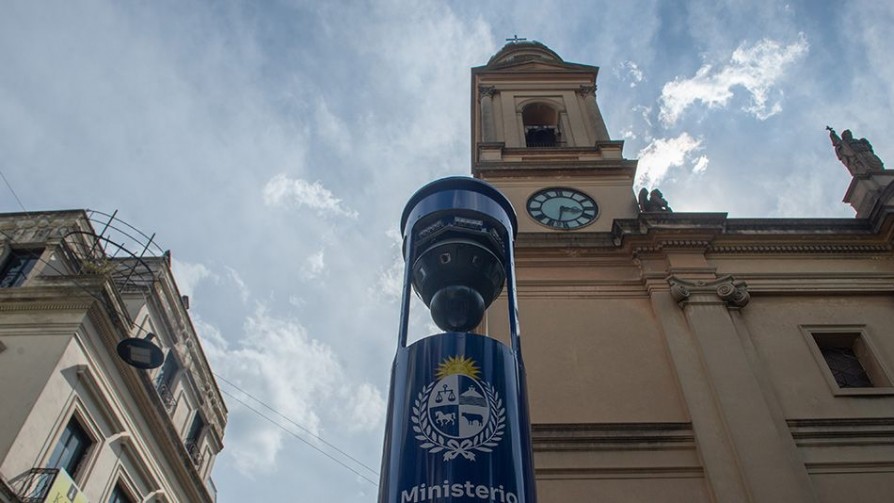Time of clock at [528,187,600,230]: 3:32
